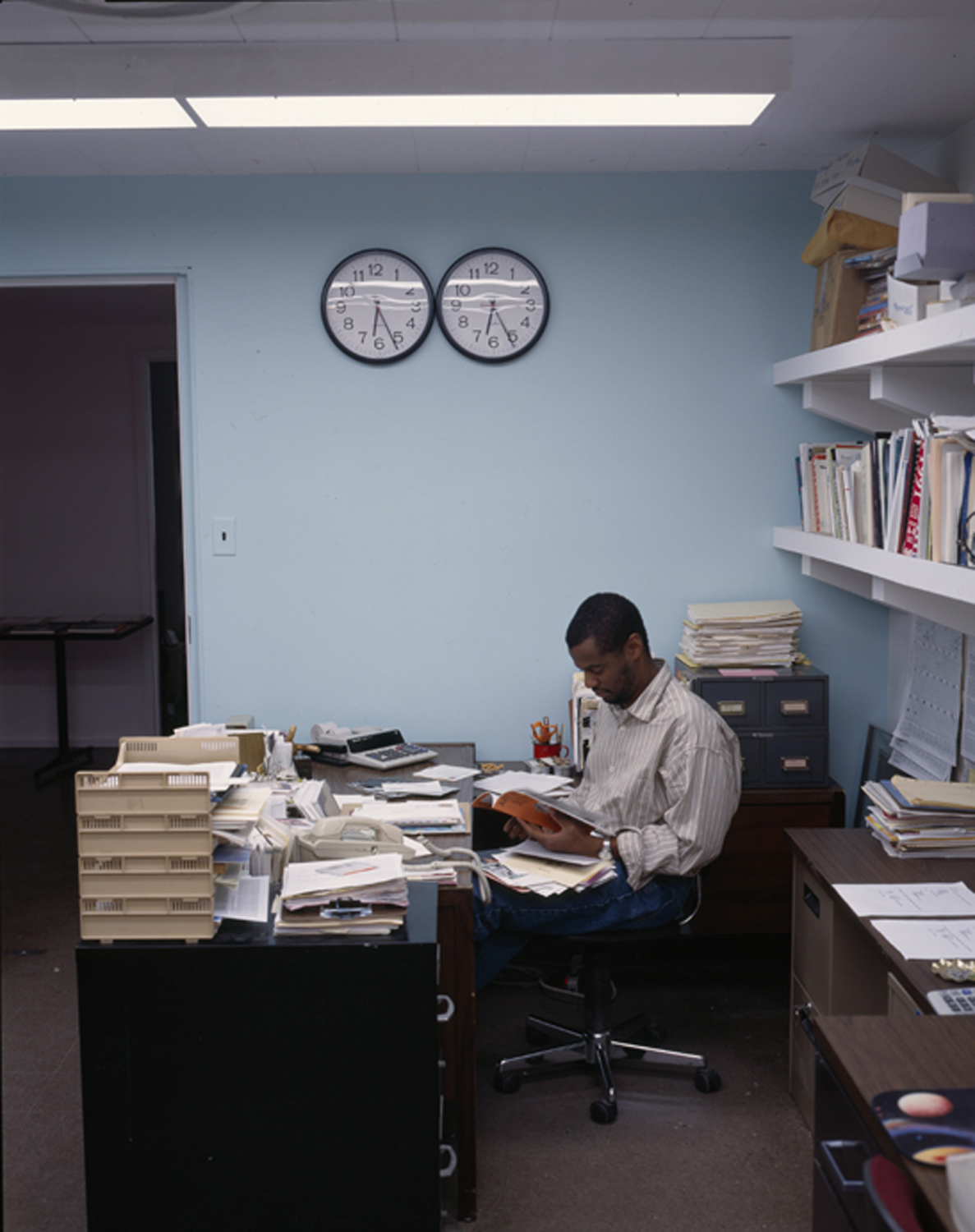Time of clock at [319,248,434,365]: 6:26
